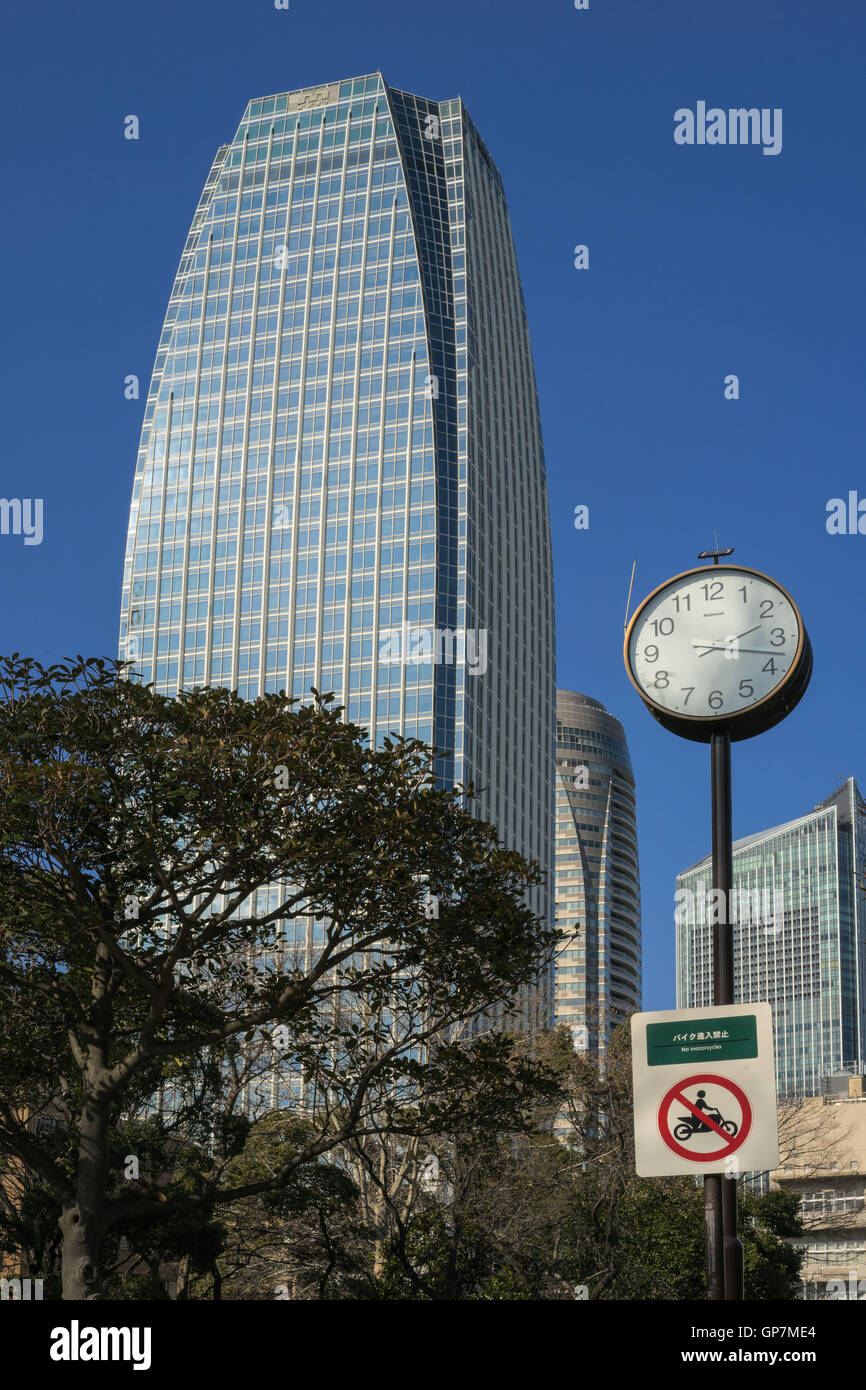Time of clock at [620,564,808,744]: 2:17
